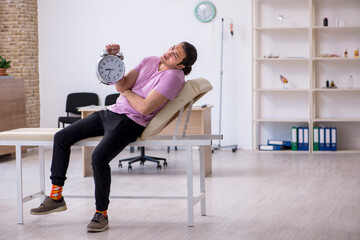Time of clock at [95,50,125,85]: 8:32
